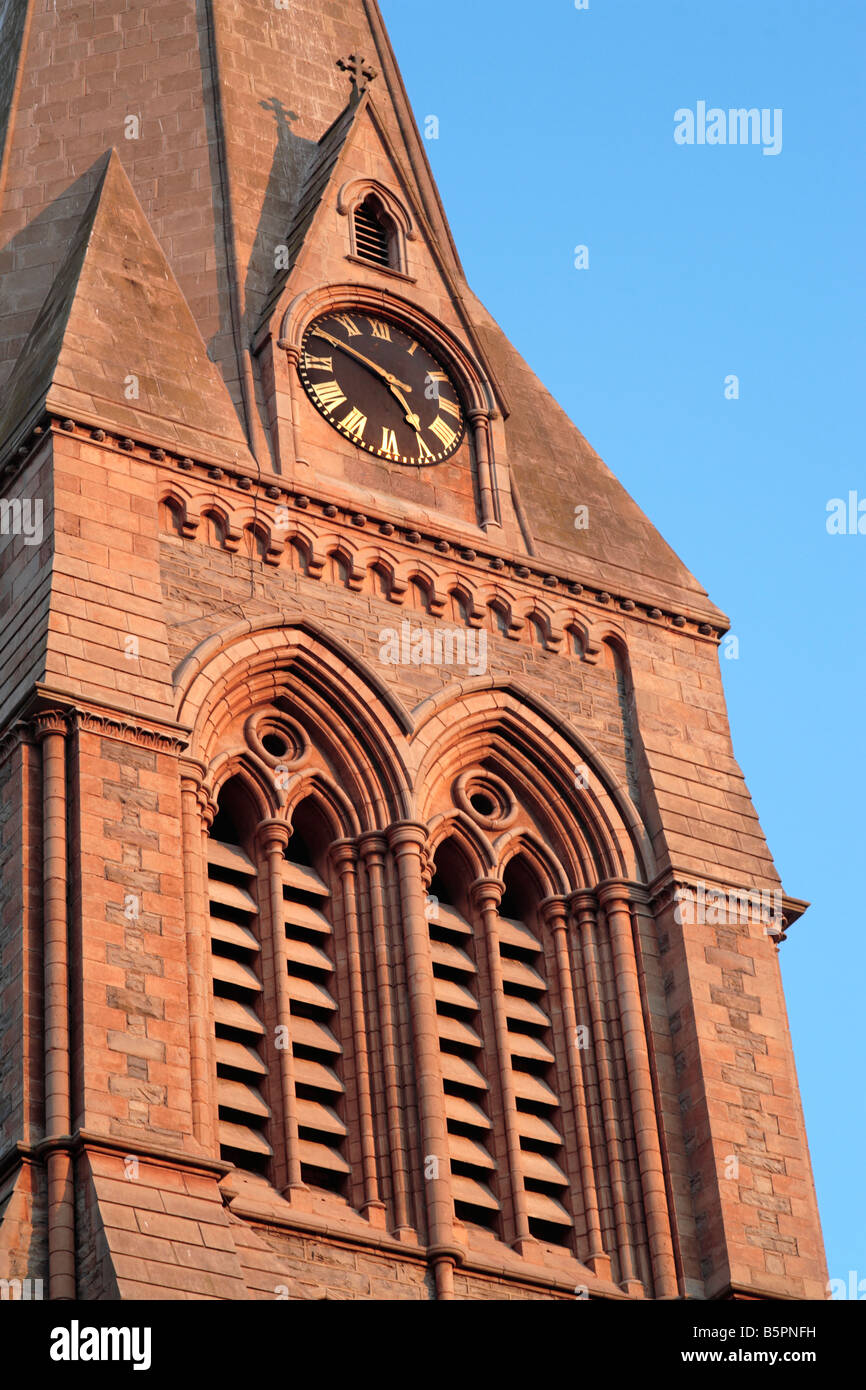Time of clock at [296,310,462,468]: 4:49
